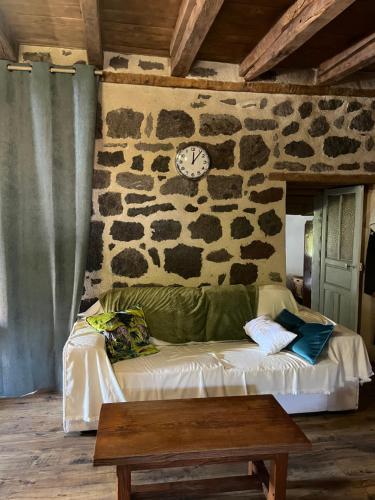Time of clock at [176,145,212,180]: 12:06
